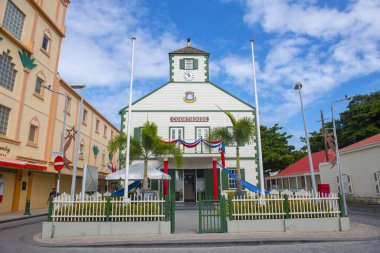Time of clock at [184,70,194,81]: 11:51
